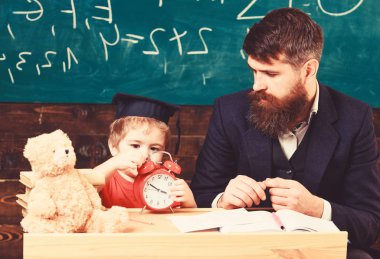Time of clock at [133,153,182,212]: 3:50
